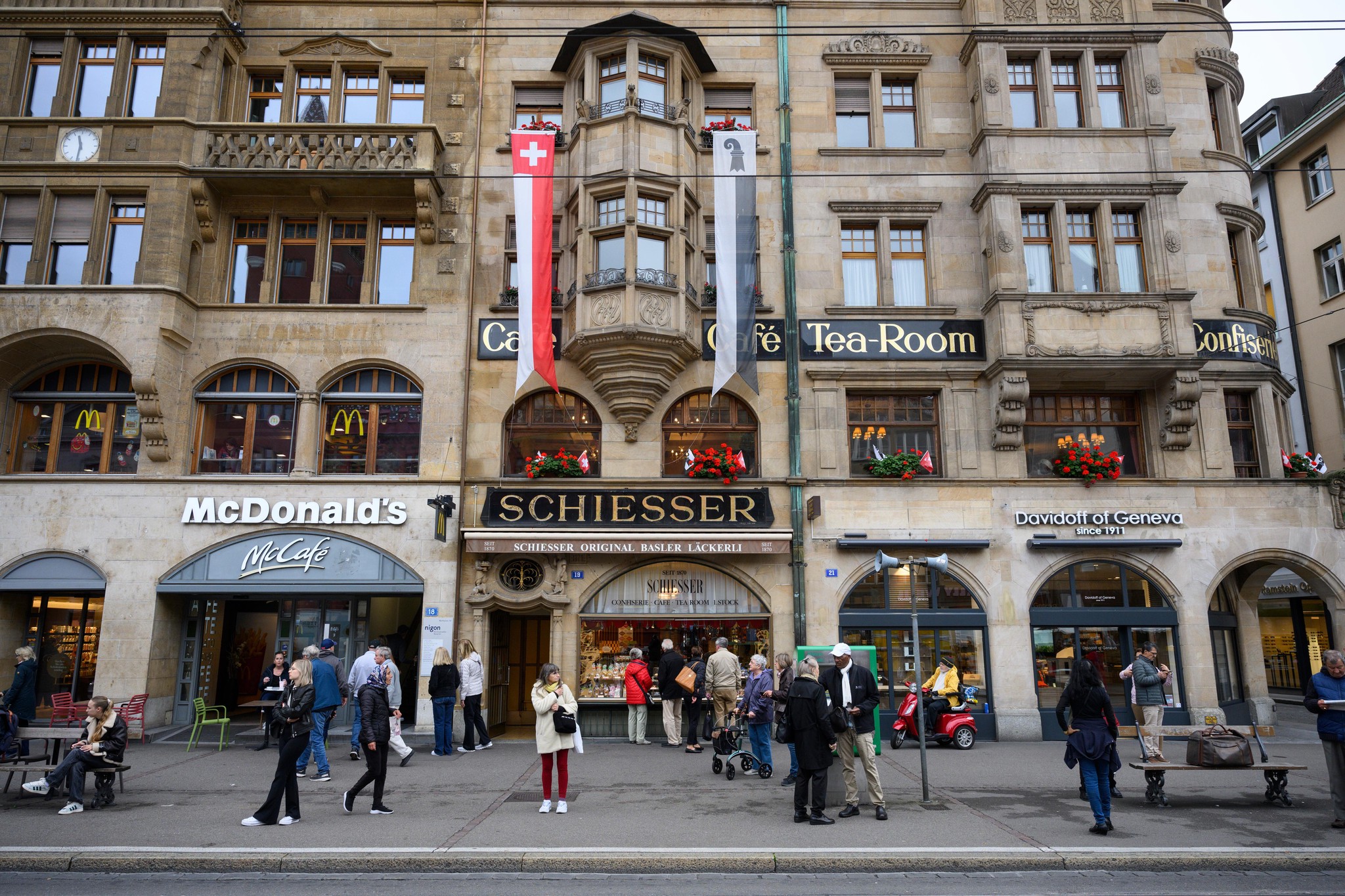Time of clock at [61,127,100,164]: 11:31
